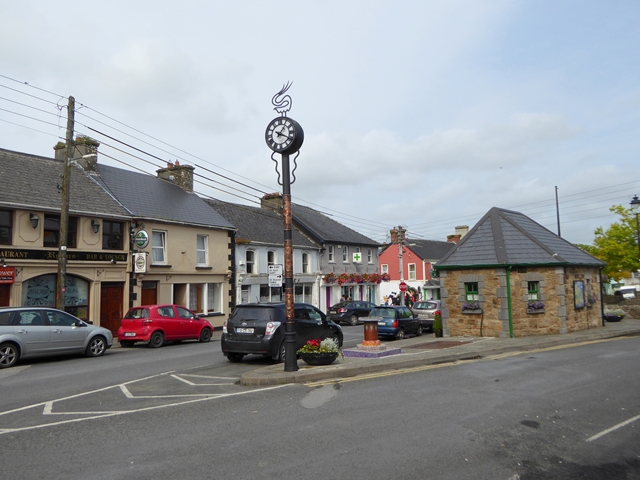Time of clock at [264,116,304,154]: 1:19
